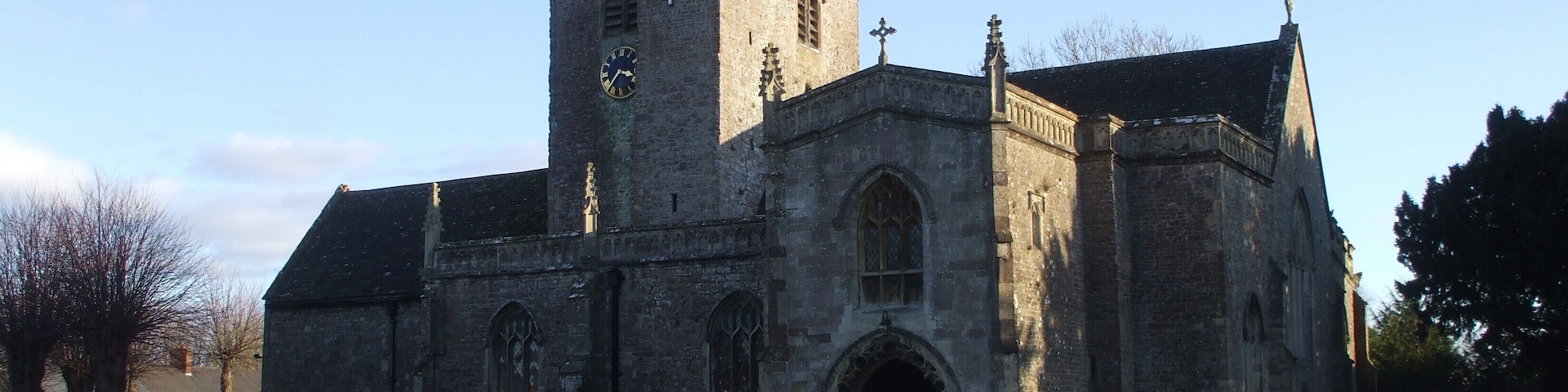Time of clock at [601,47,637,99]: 3:36
